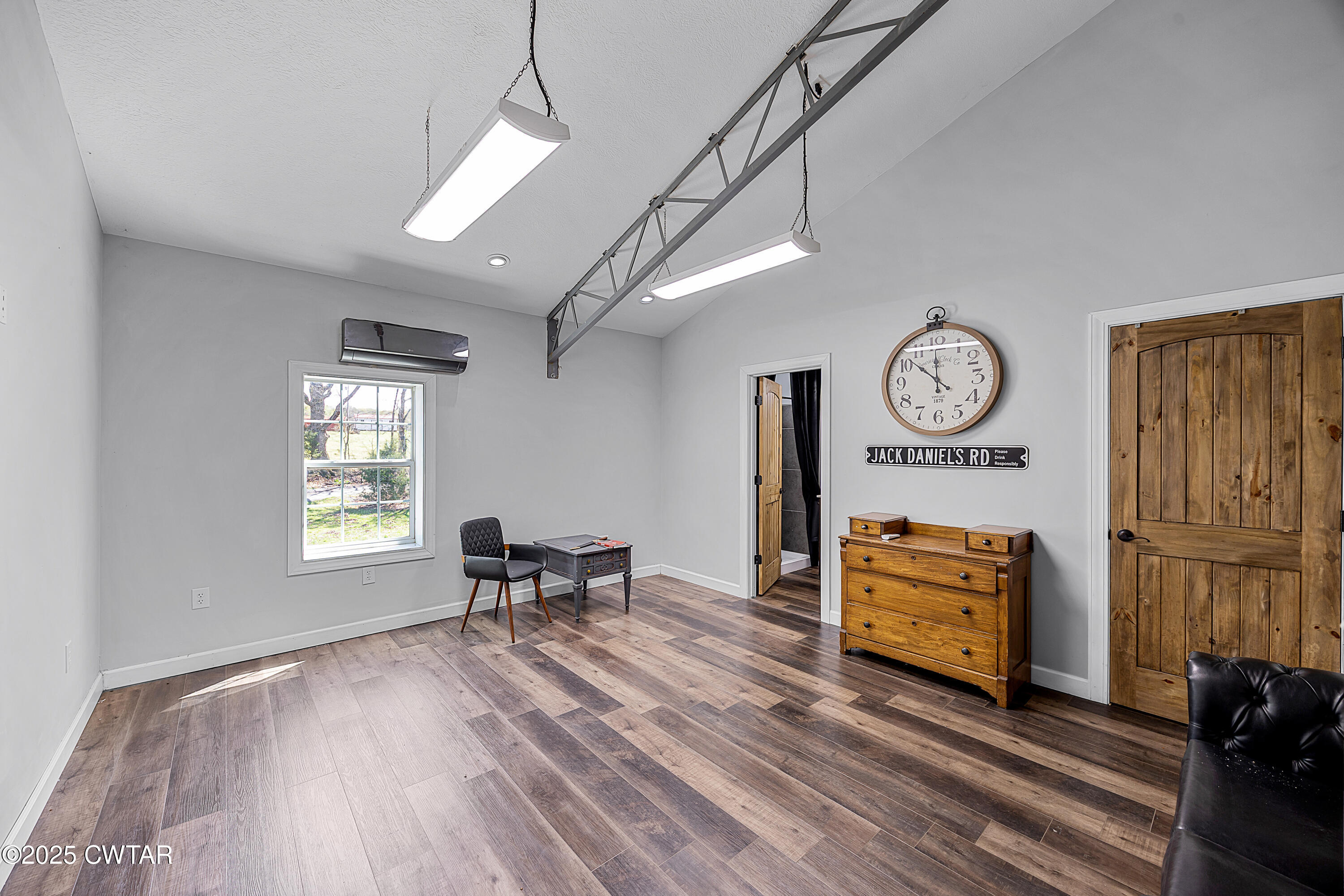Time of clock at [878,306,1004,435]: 11:51
